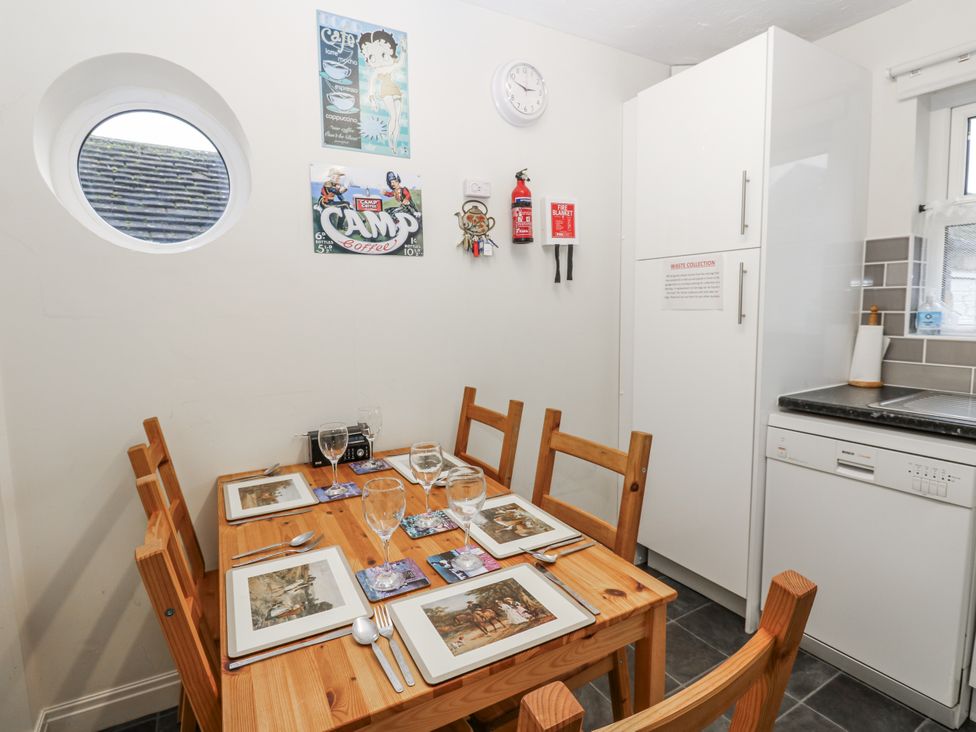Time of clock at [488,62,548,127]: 2:48
